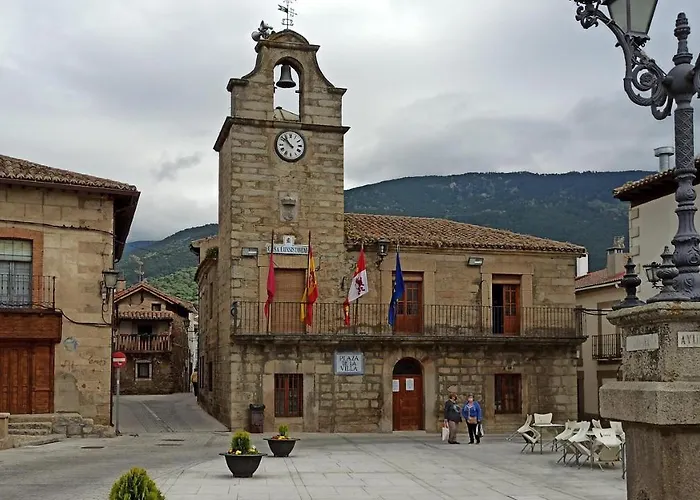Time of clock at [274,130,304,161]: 10:52
